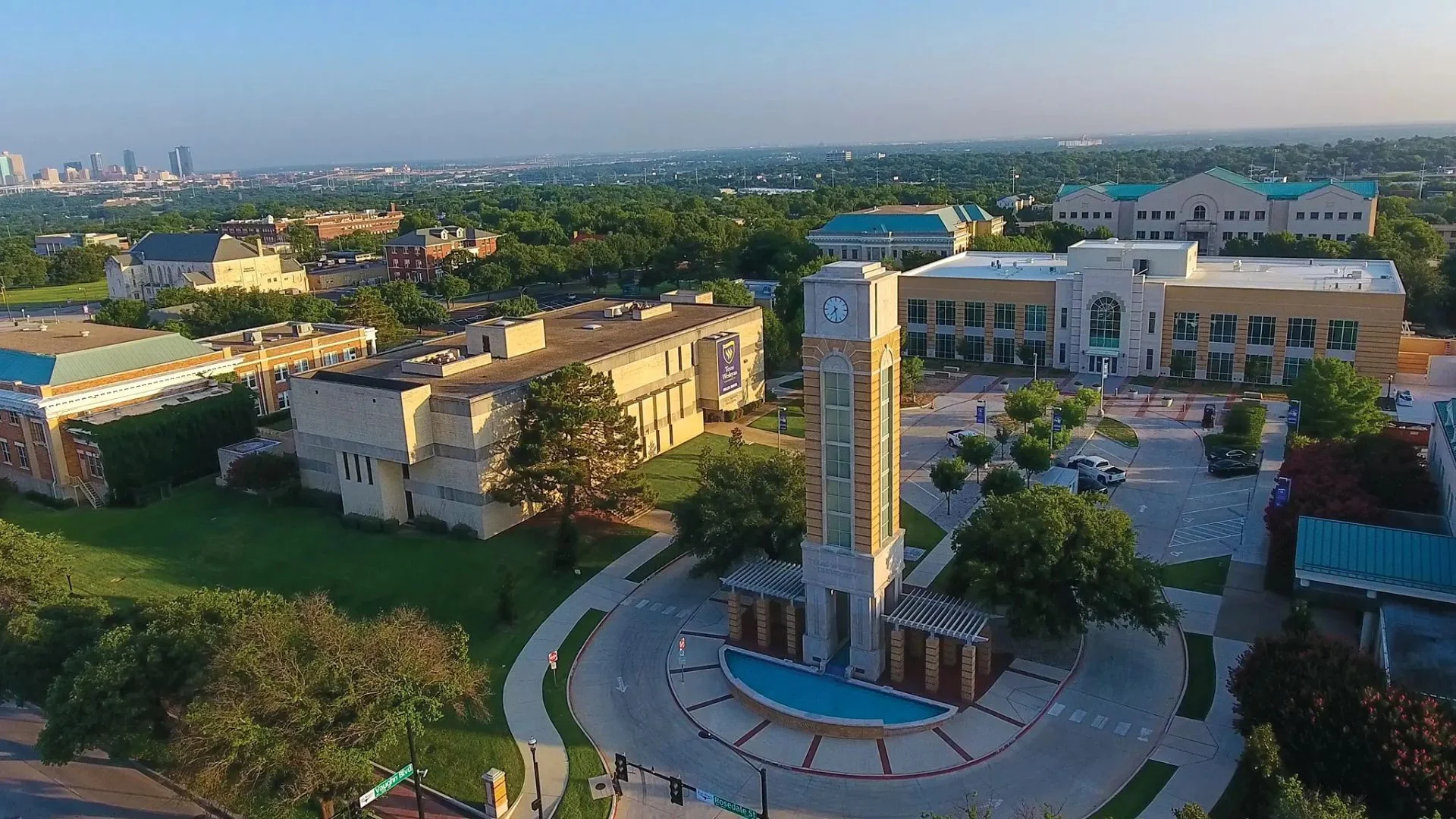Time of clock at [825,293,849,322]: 7:29
